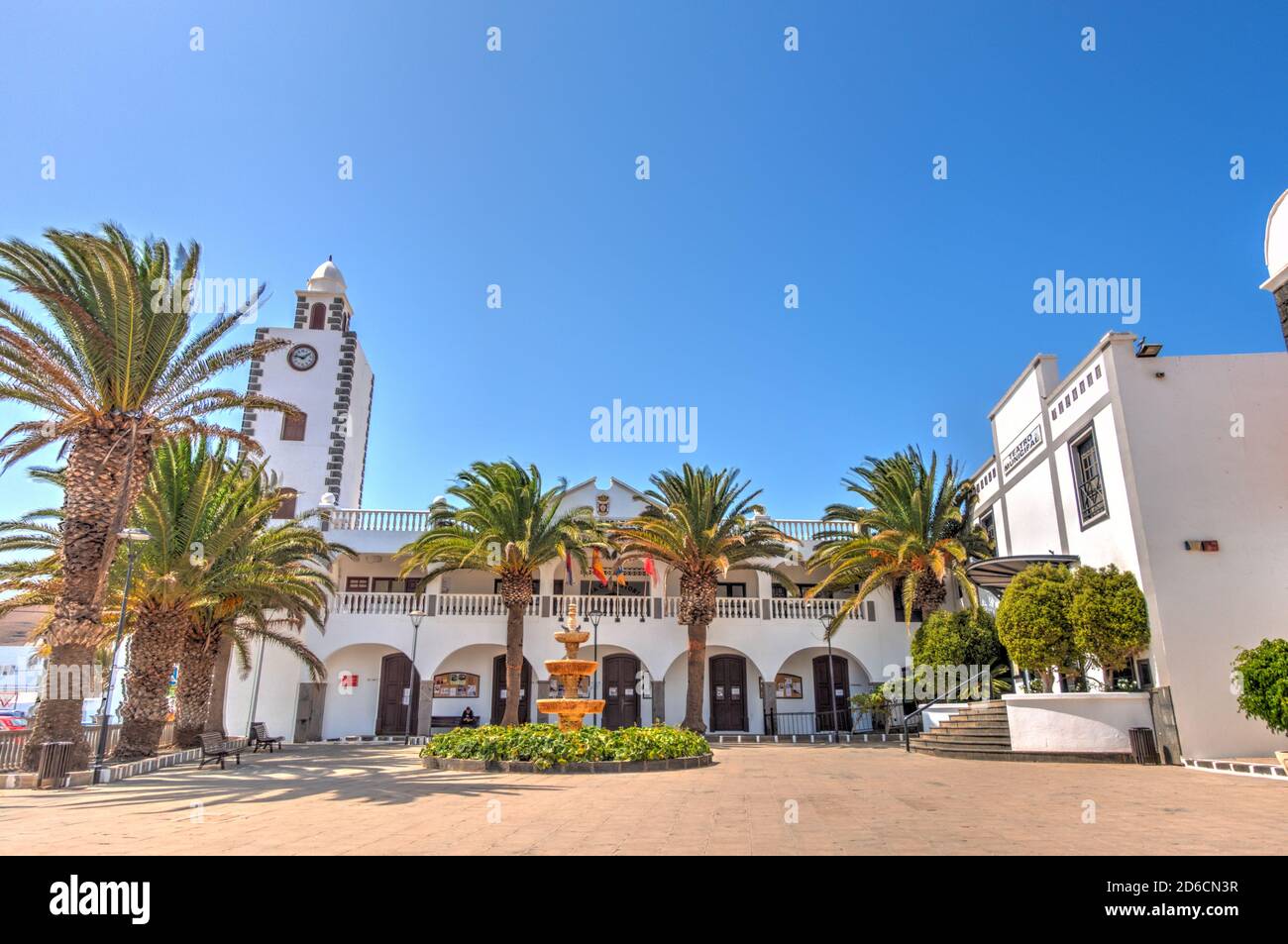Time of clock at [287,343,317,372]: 1:47
